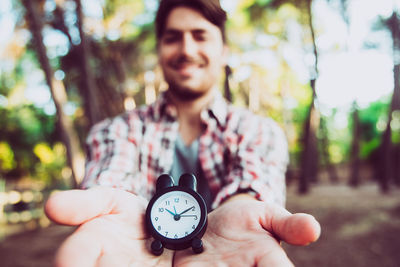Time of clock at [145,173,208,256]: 10:14
